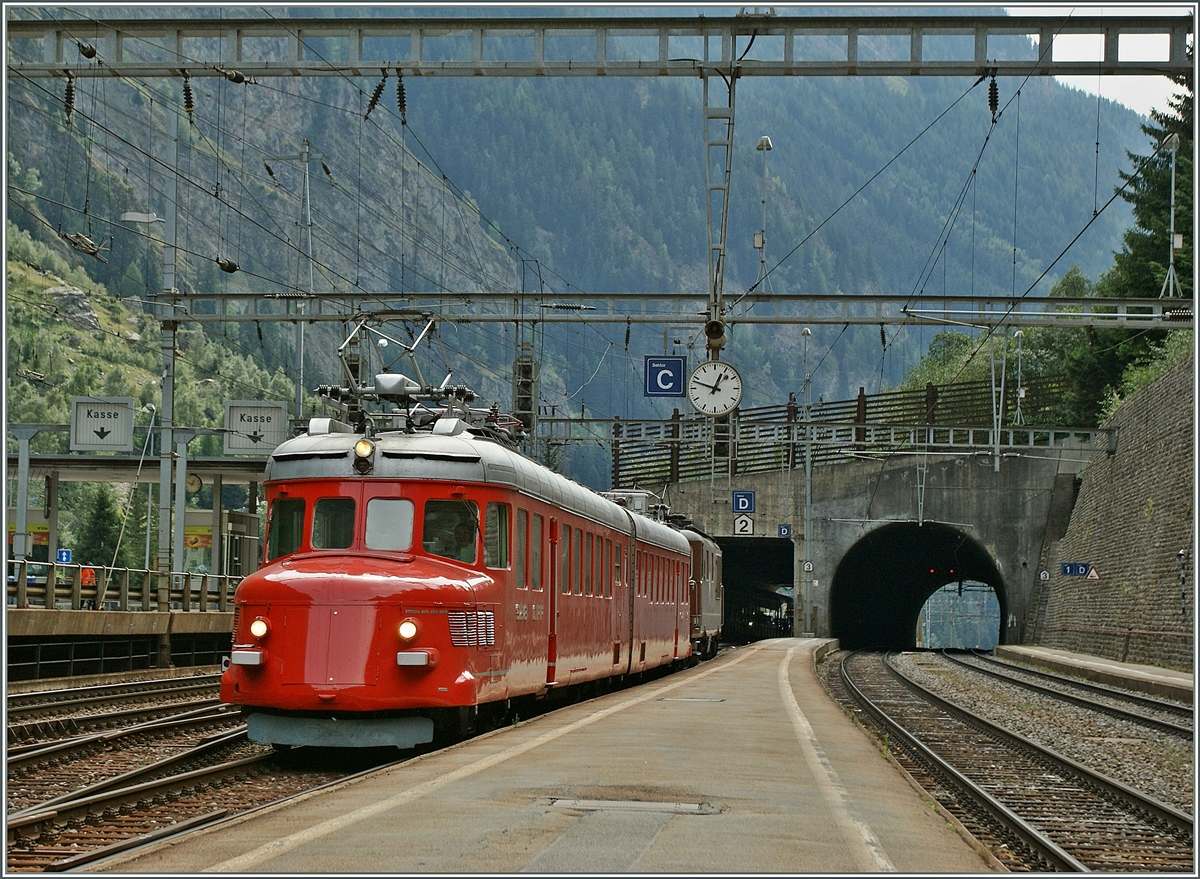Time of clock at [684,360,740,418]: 12:48
